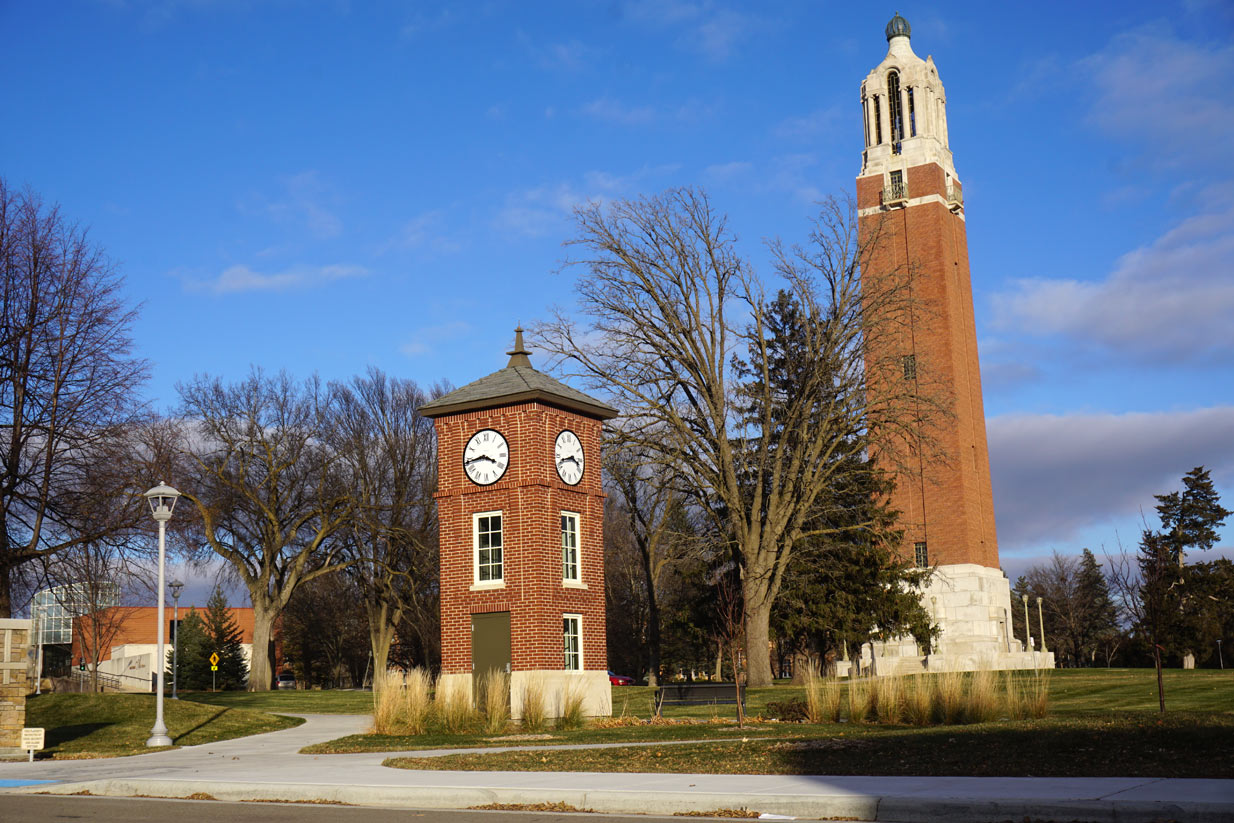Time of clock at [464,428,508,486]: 3:43
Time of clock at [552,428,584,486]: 3:42
